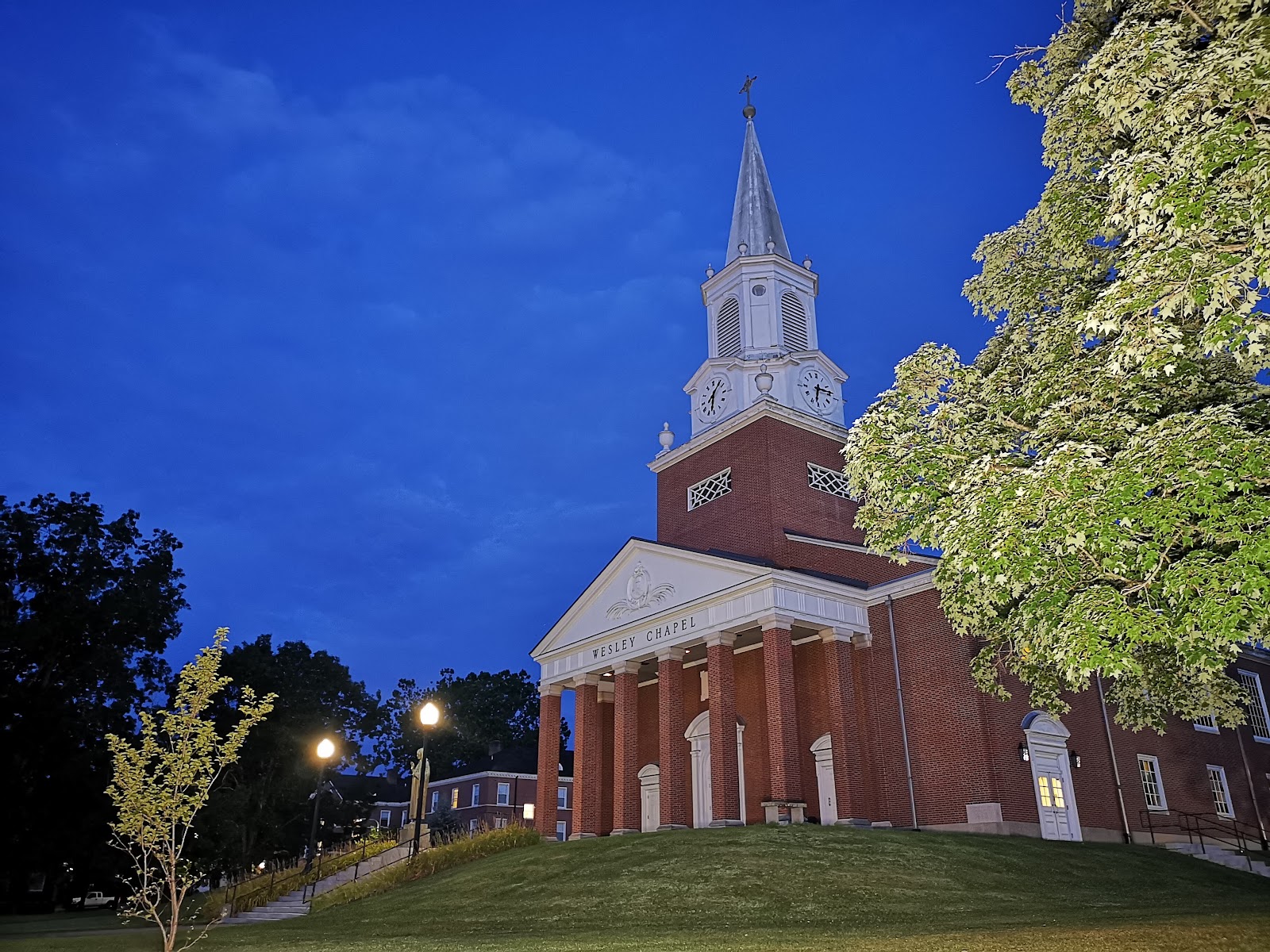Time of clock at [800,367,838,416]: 6:13
